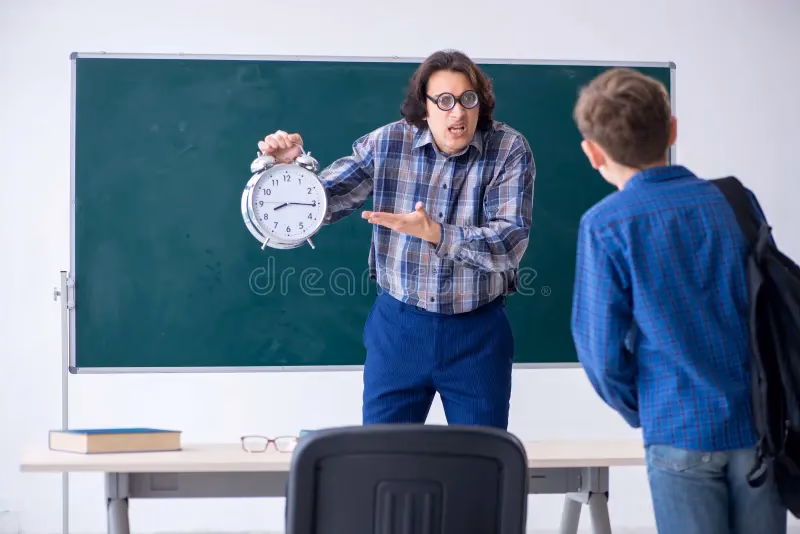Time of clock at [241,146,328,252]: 8:15
